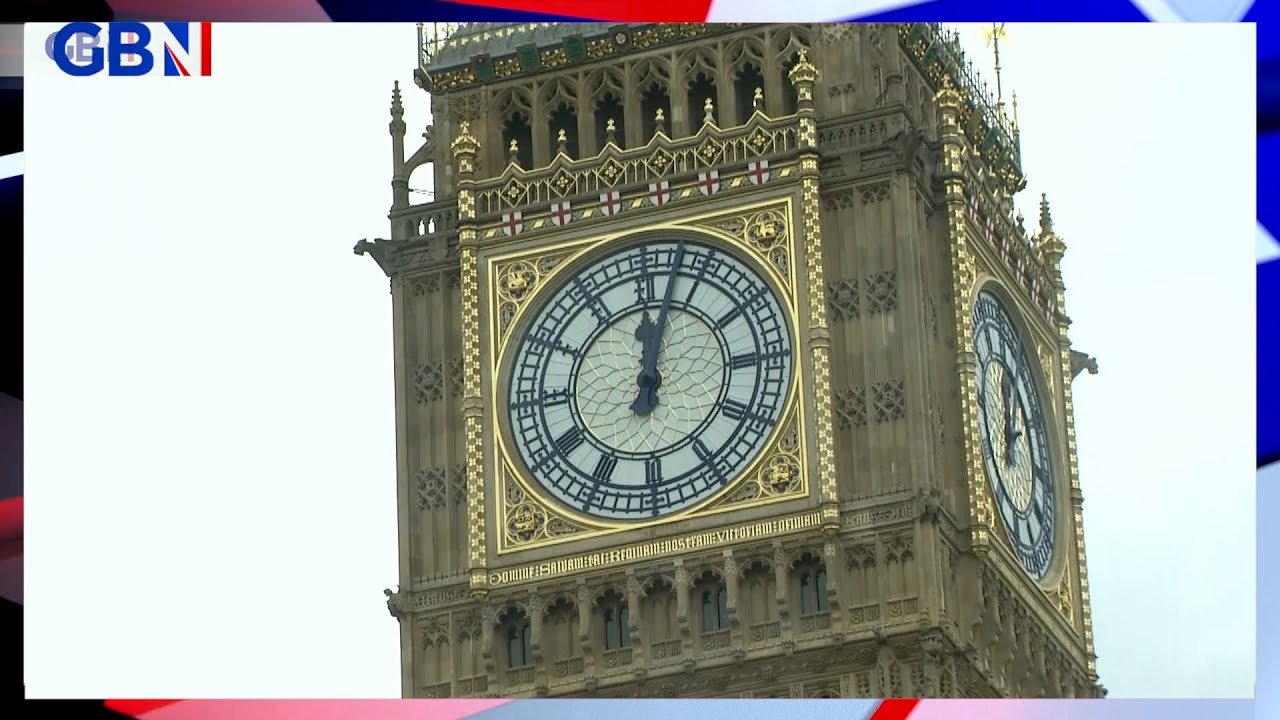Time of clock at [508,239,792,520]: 12:02
